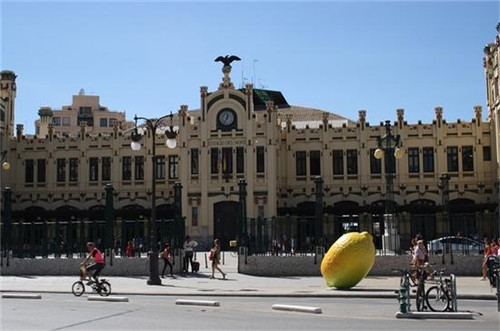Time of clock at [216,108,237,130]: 12:35
